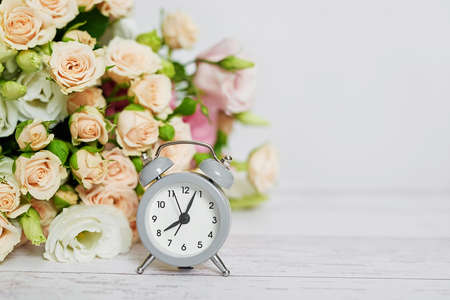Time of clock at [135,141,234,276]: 8:03
